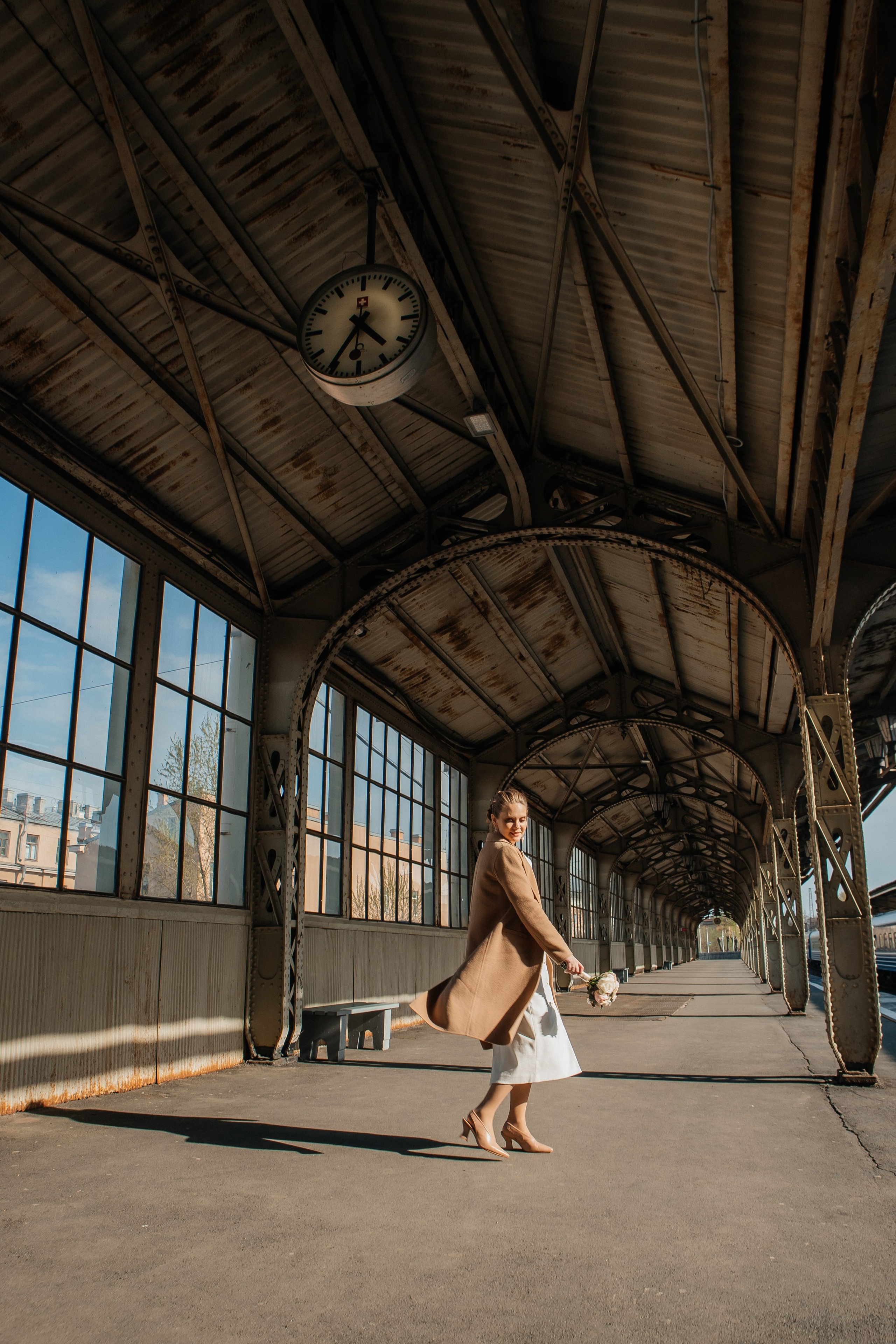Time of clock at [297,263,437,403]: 4:35
